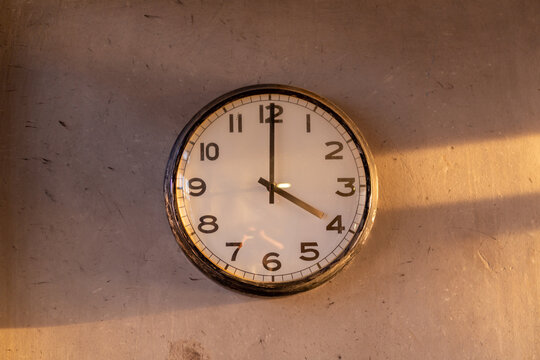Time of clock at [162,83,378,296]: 4:00
